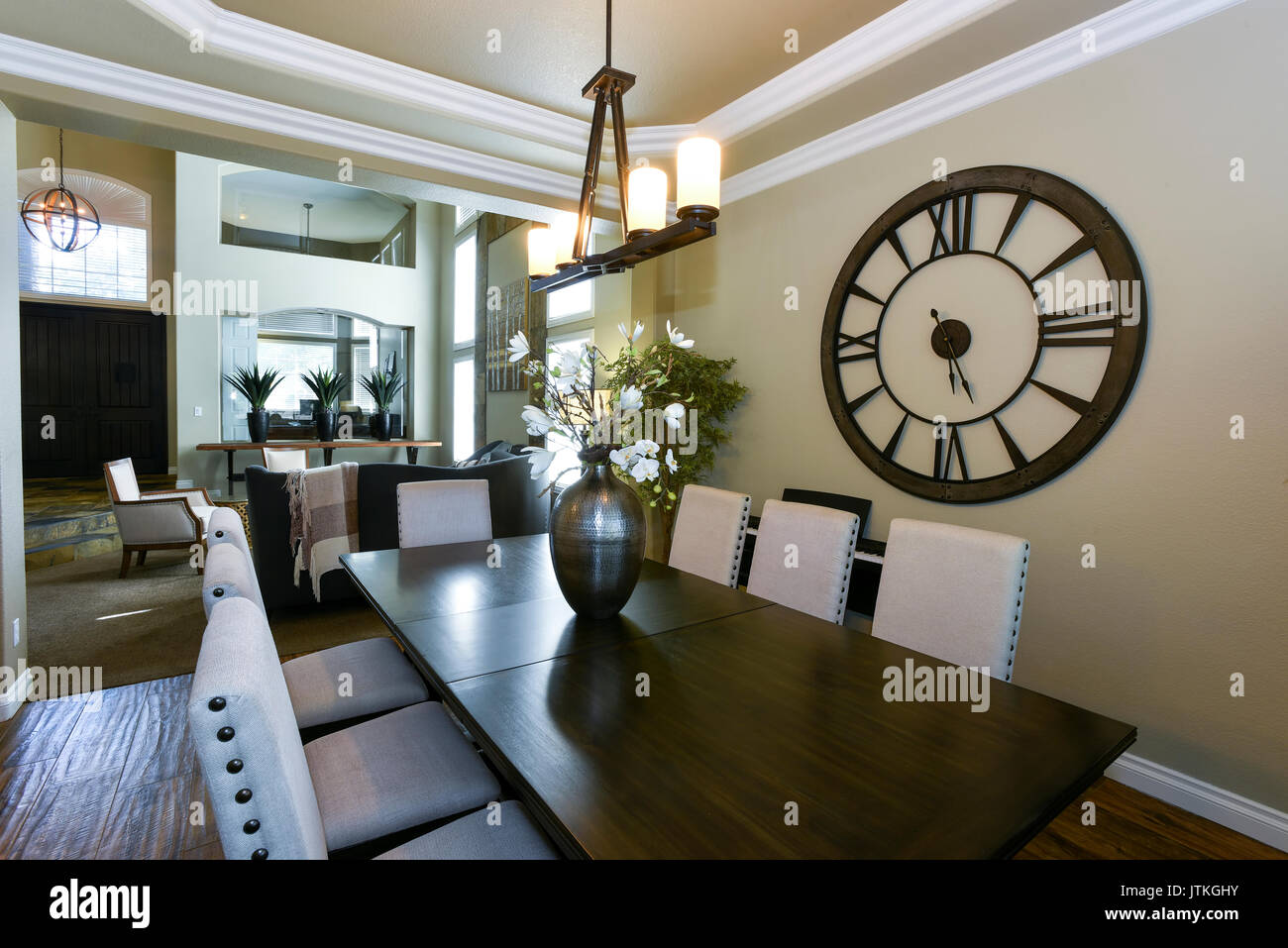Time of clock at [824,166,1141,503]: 5:26
